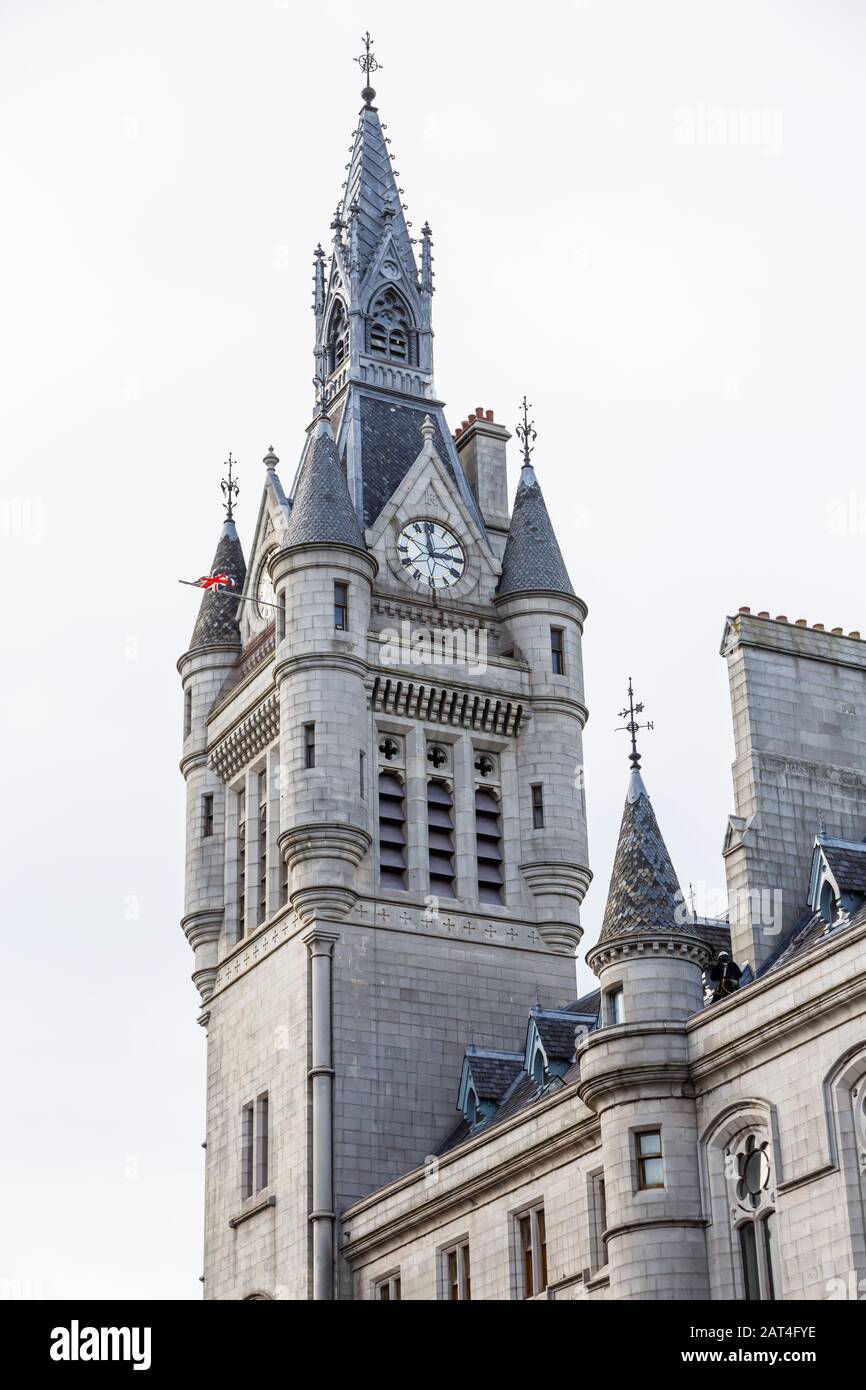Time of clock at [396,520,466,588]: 2:58
